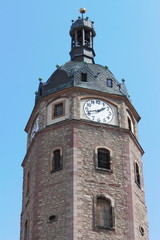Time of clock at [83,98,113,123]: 1:42
